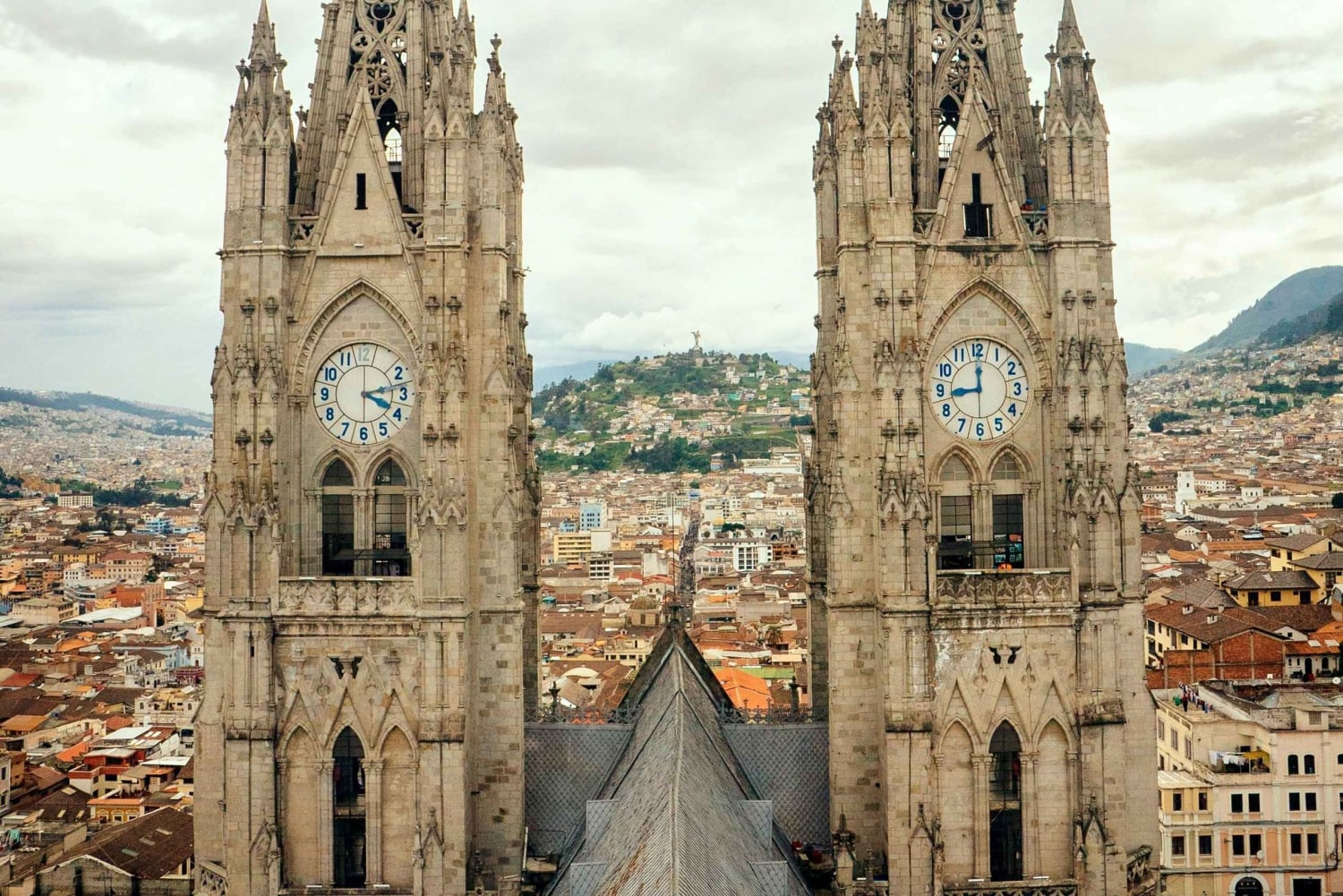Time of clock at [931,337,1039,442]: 9:00
